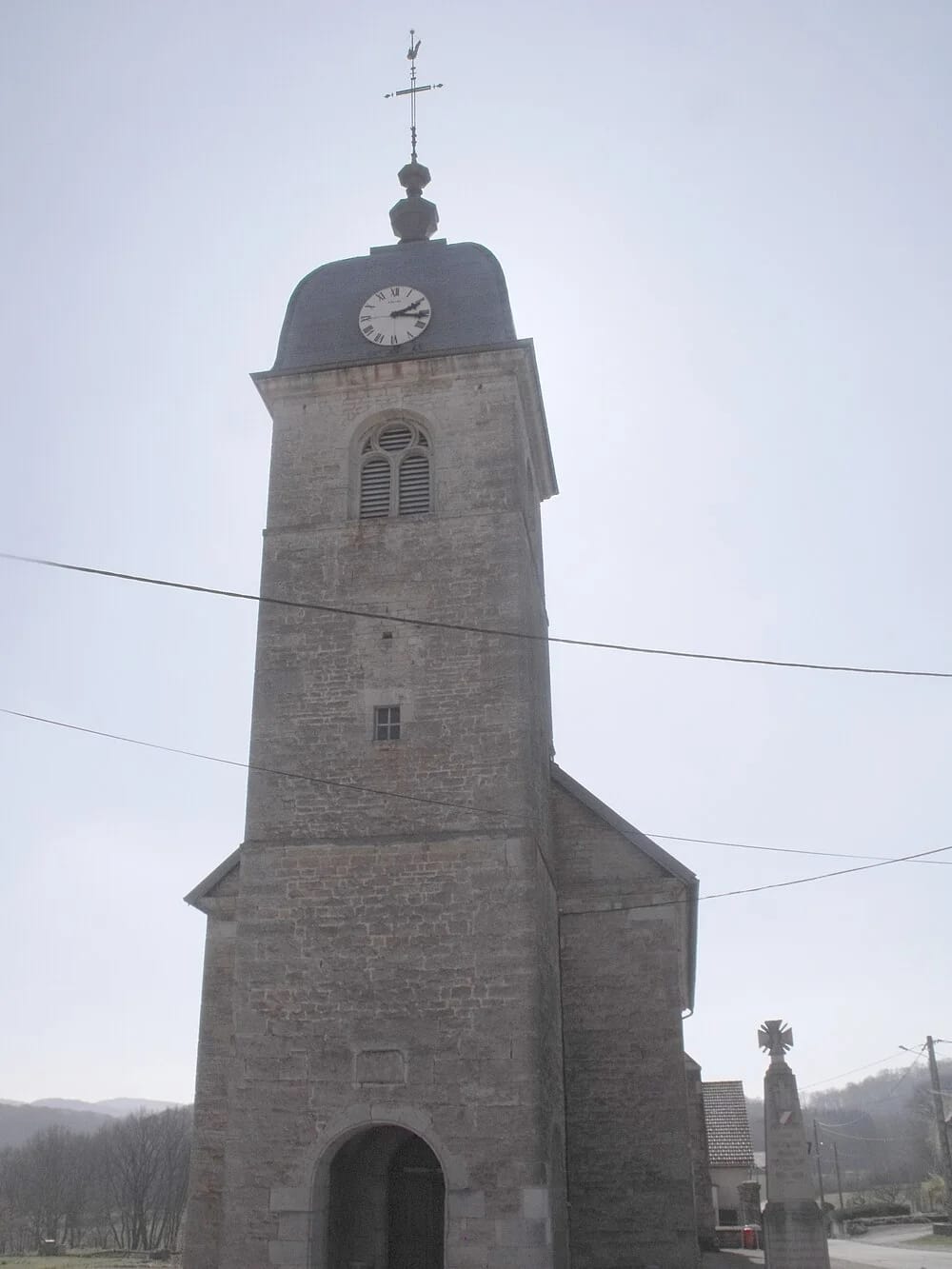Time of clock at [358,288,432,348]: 2:16
